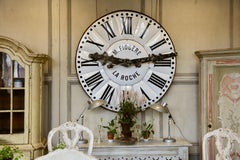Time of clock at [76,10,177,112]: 9:13
